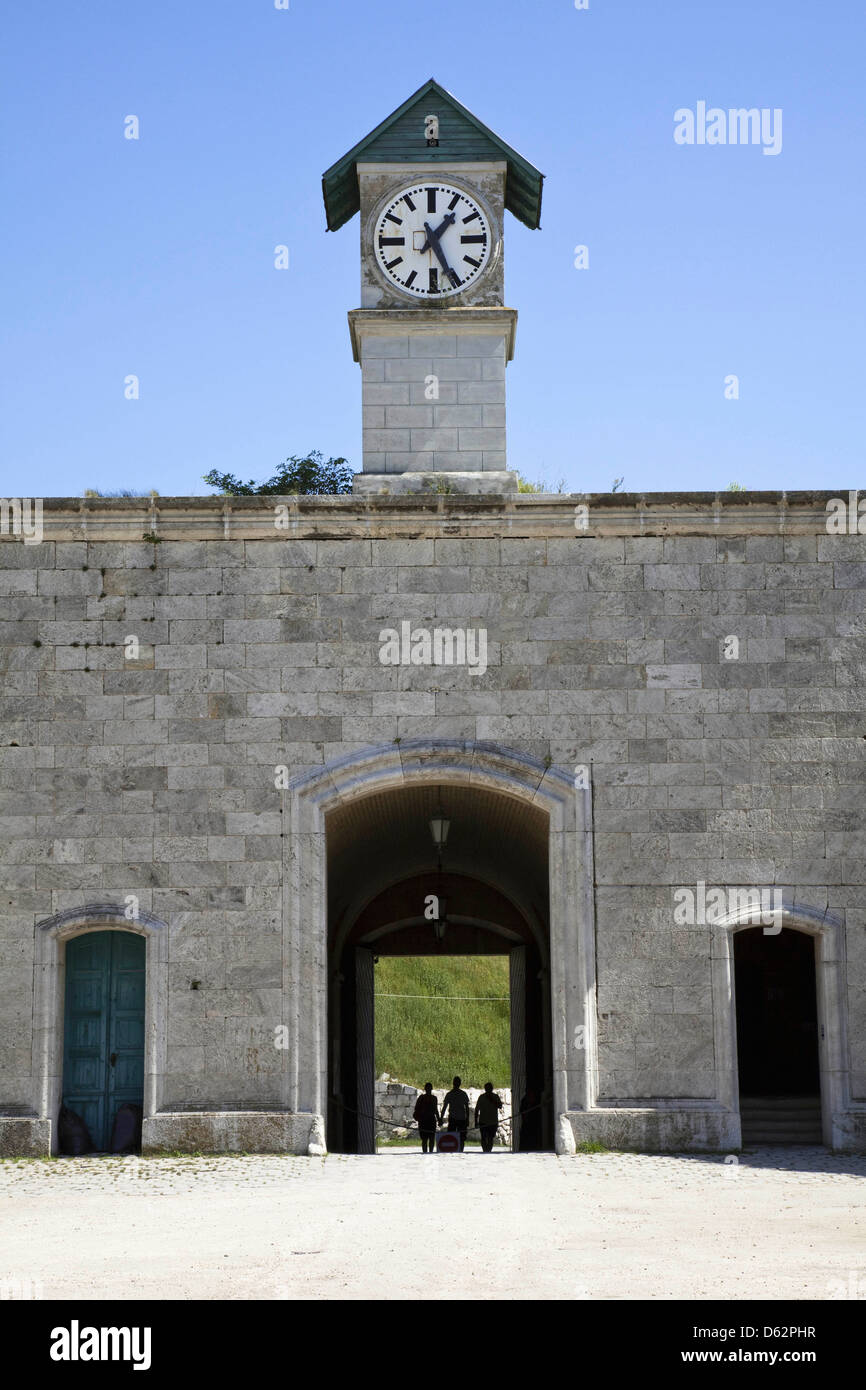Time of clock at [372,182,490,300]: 1:25
